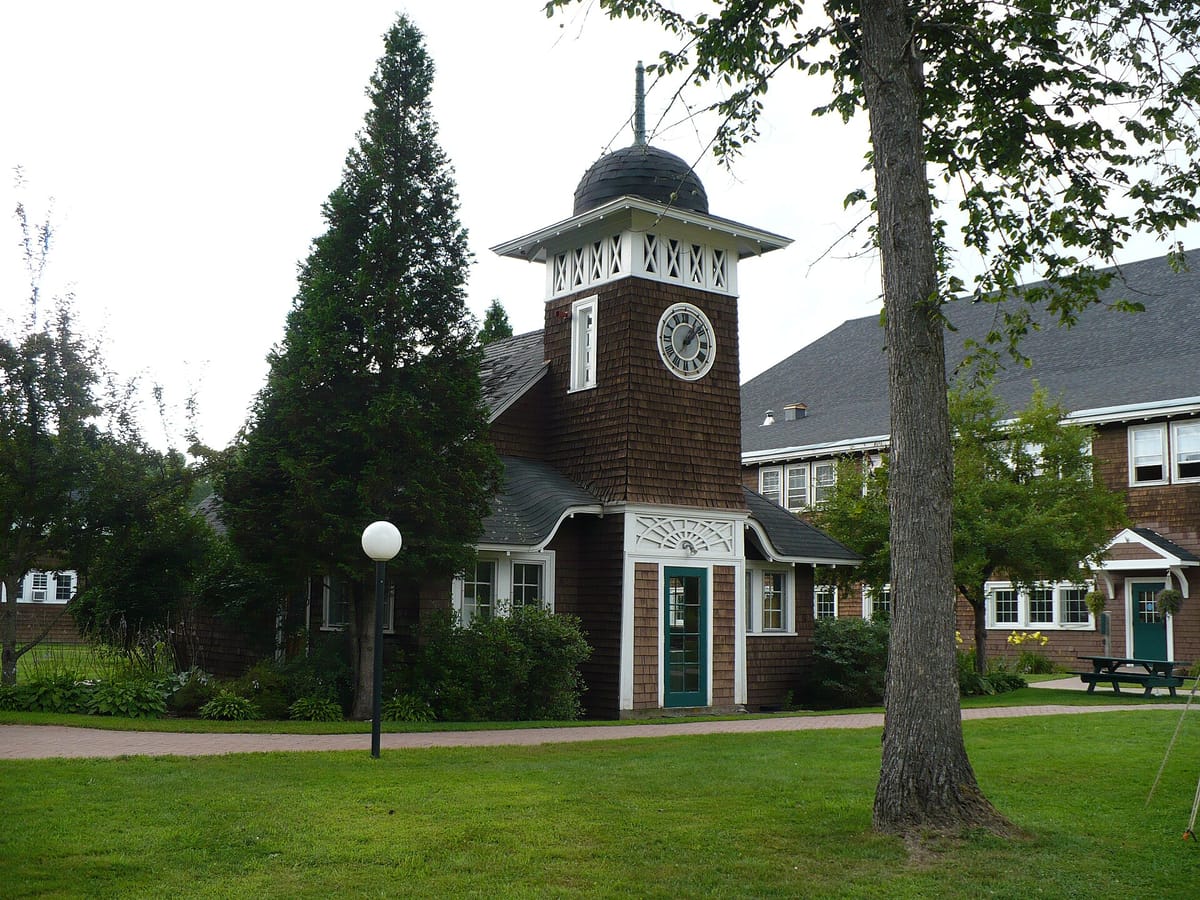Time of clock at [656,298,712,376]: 1:08
